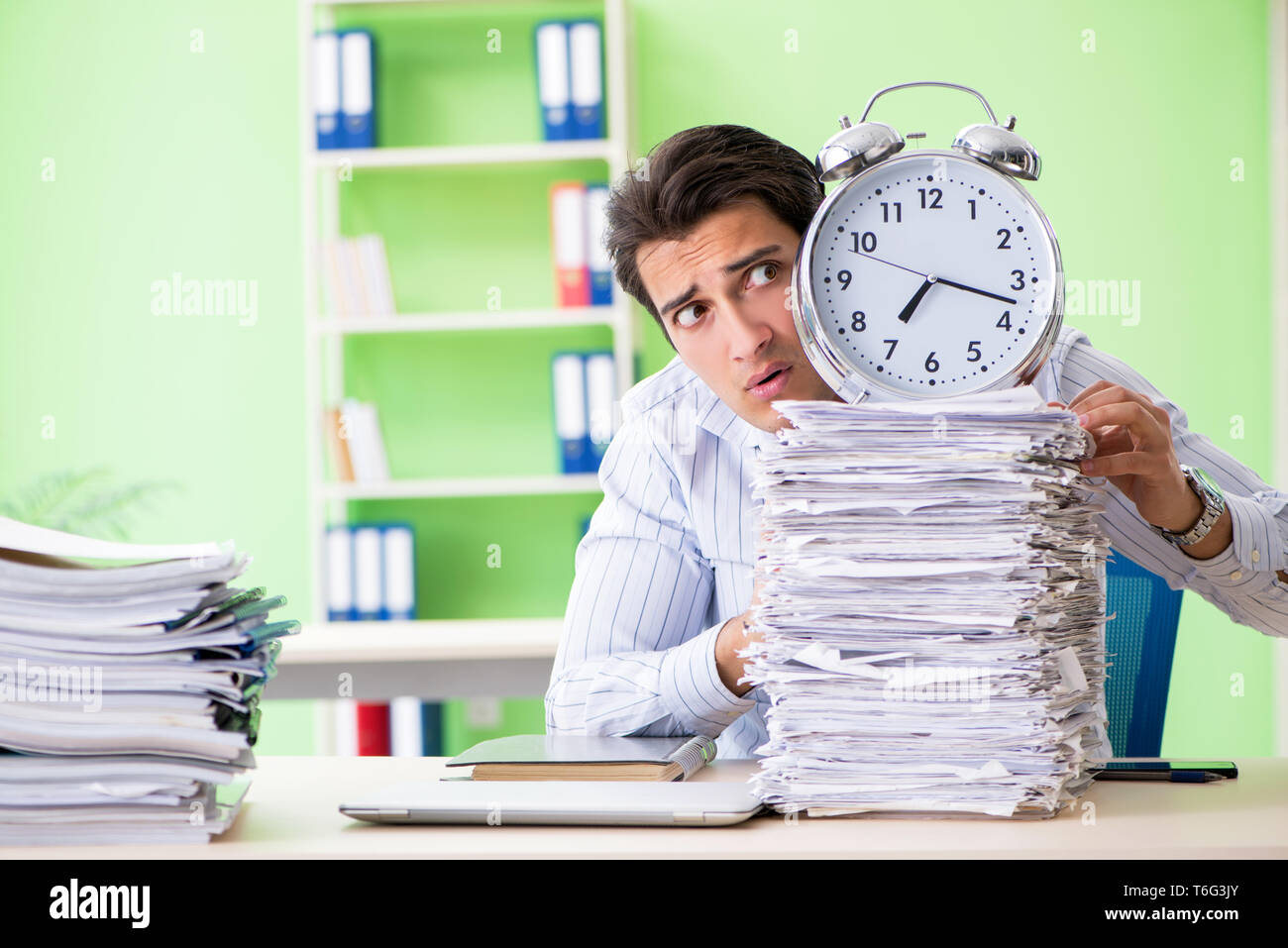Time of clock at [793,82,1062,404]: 7:17
